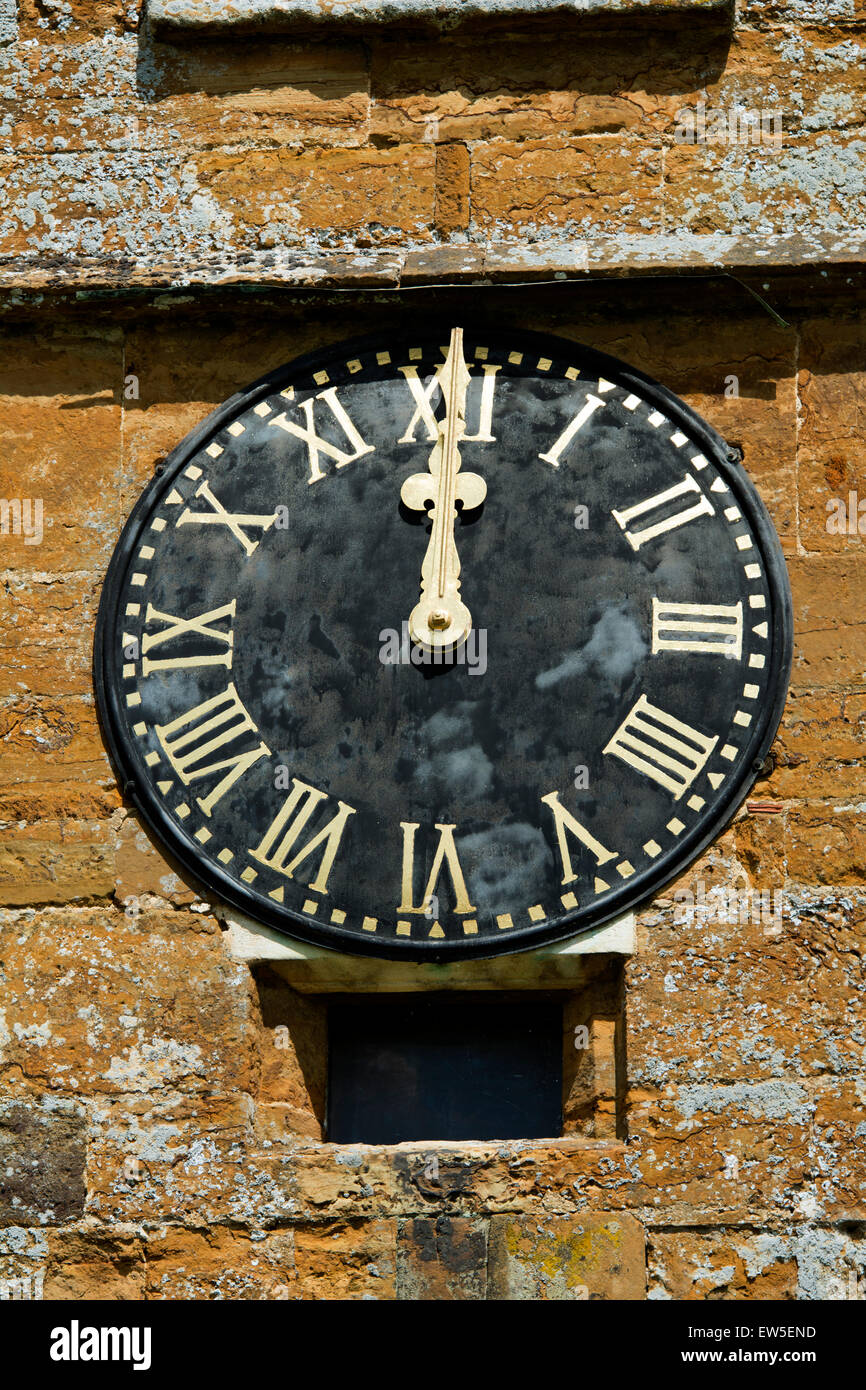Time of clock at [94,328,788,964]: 11:59
